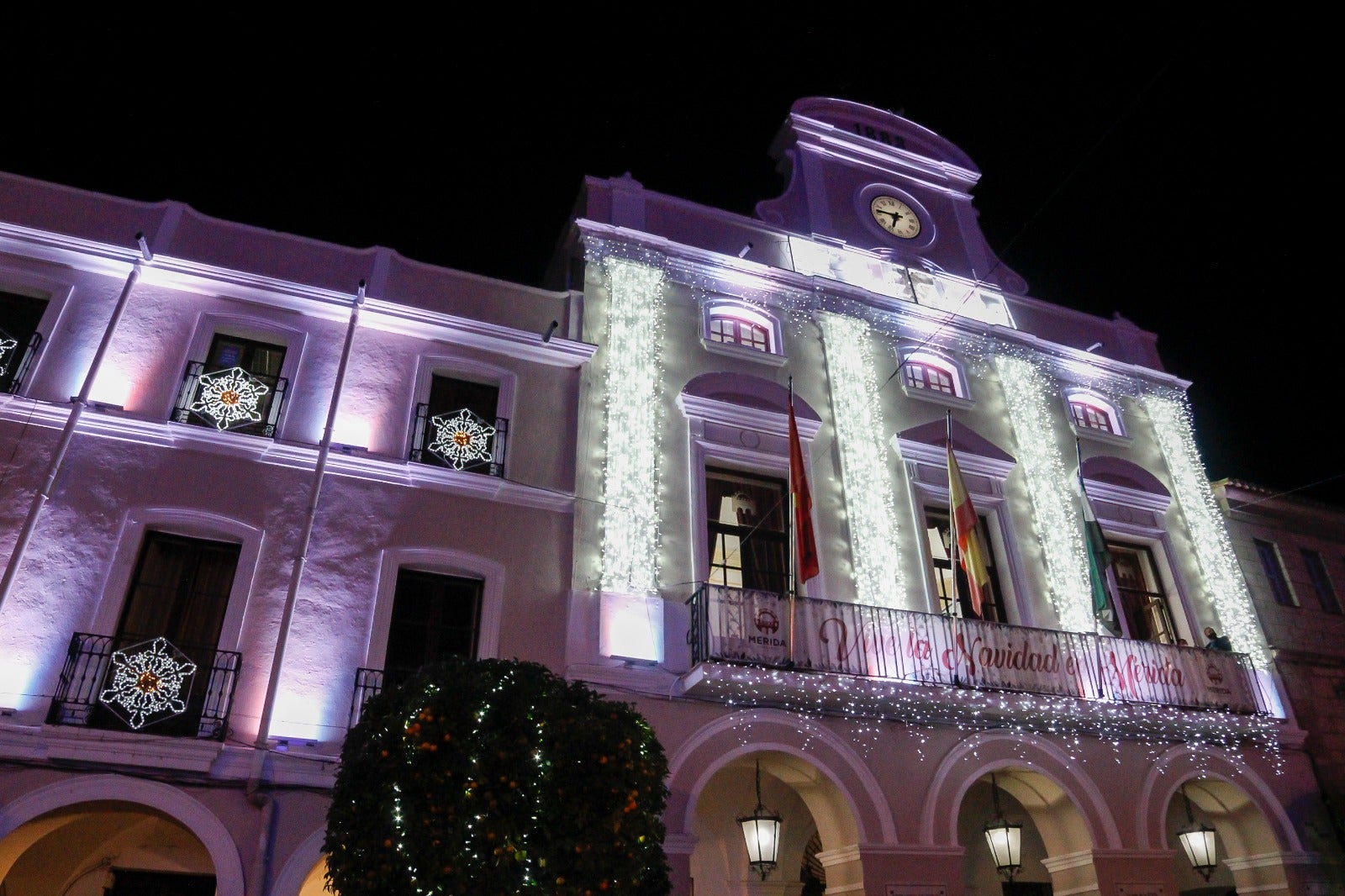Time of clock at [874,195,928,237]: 6:46
